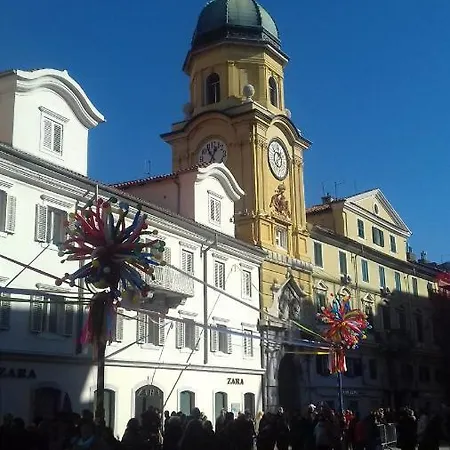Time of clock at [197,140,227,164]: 12:53
